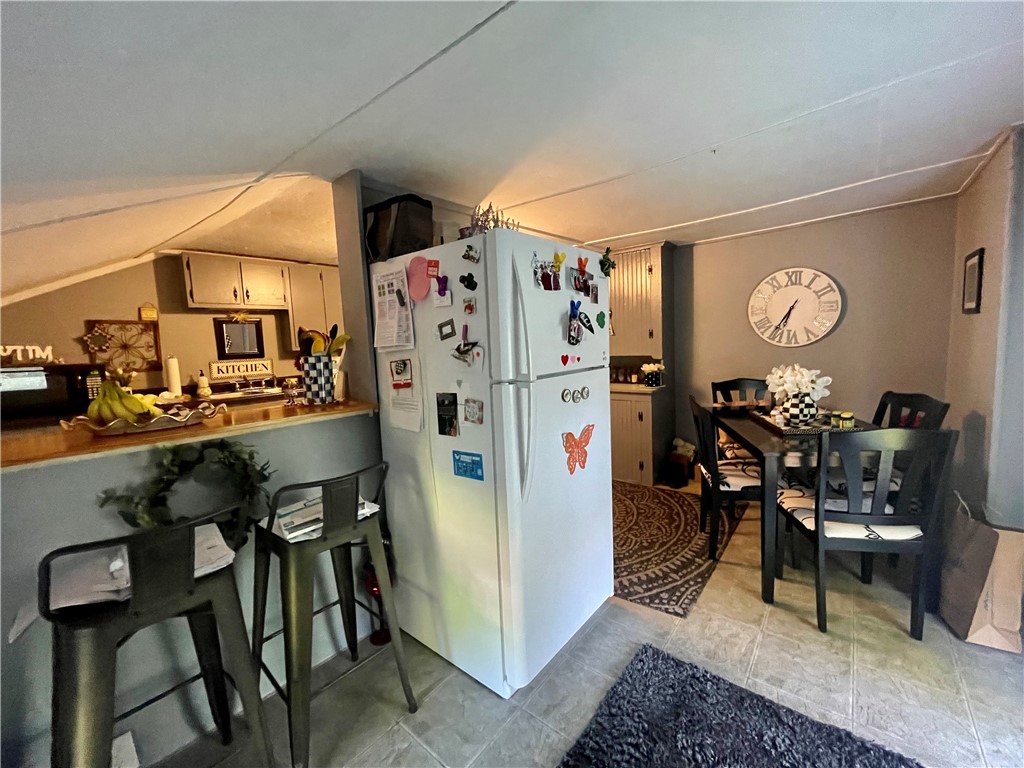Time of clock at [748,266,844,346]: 6:35
